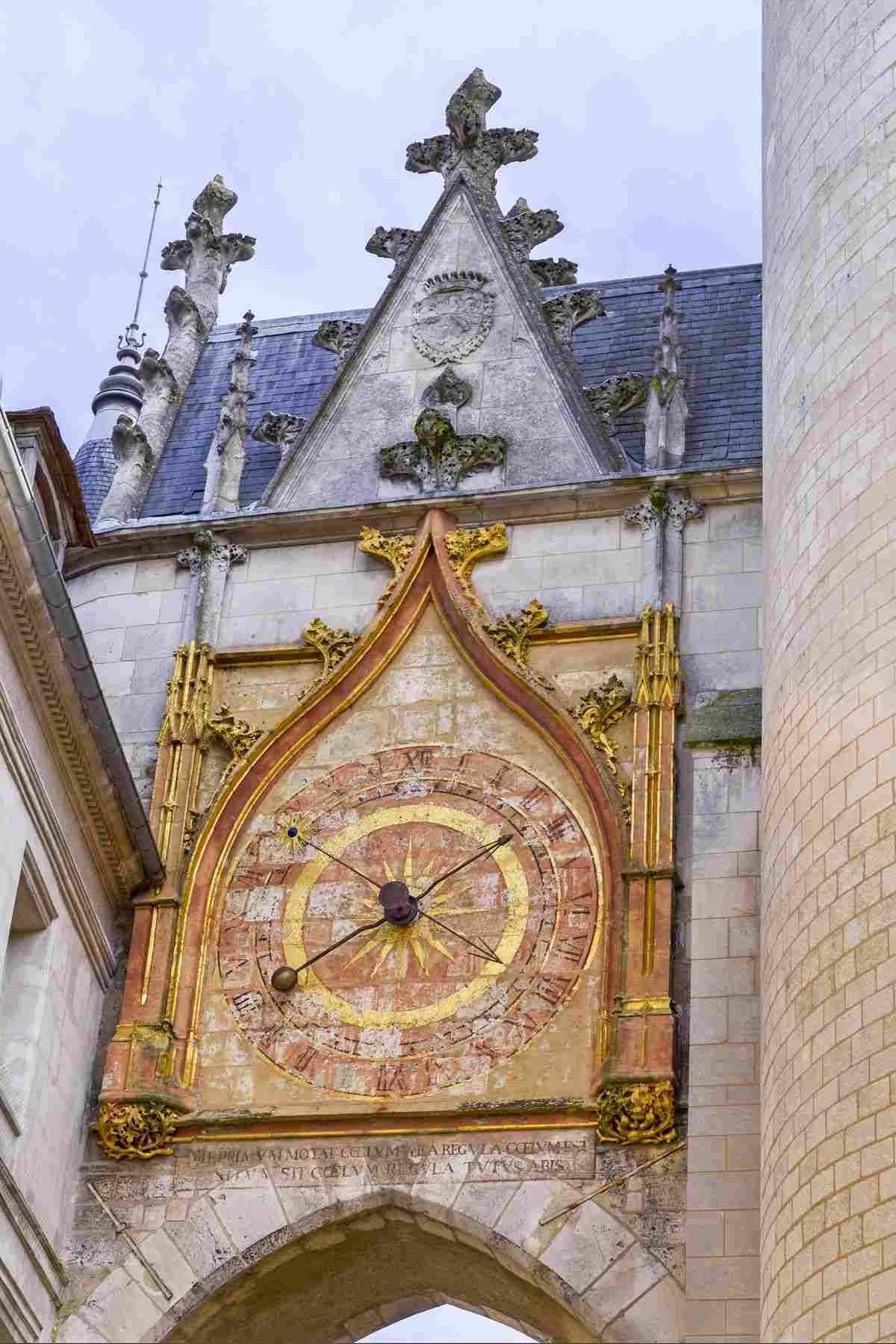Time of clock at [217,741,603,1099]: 8:09
